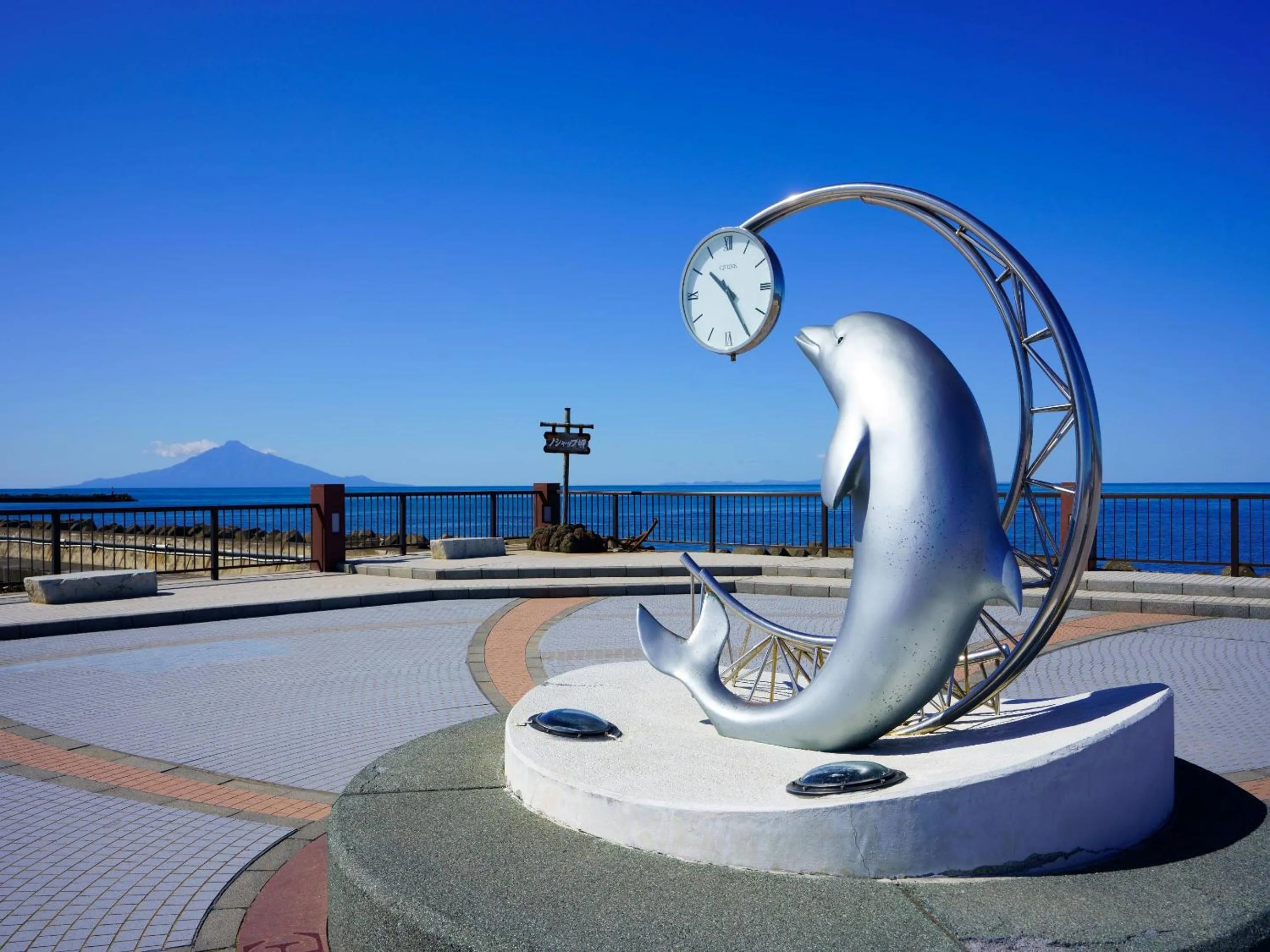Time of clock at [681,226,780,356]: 10:24
